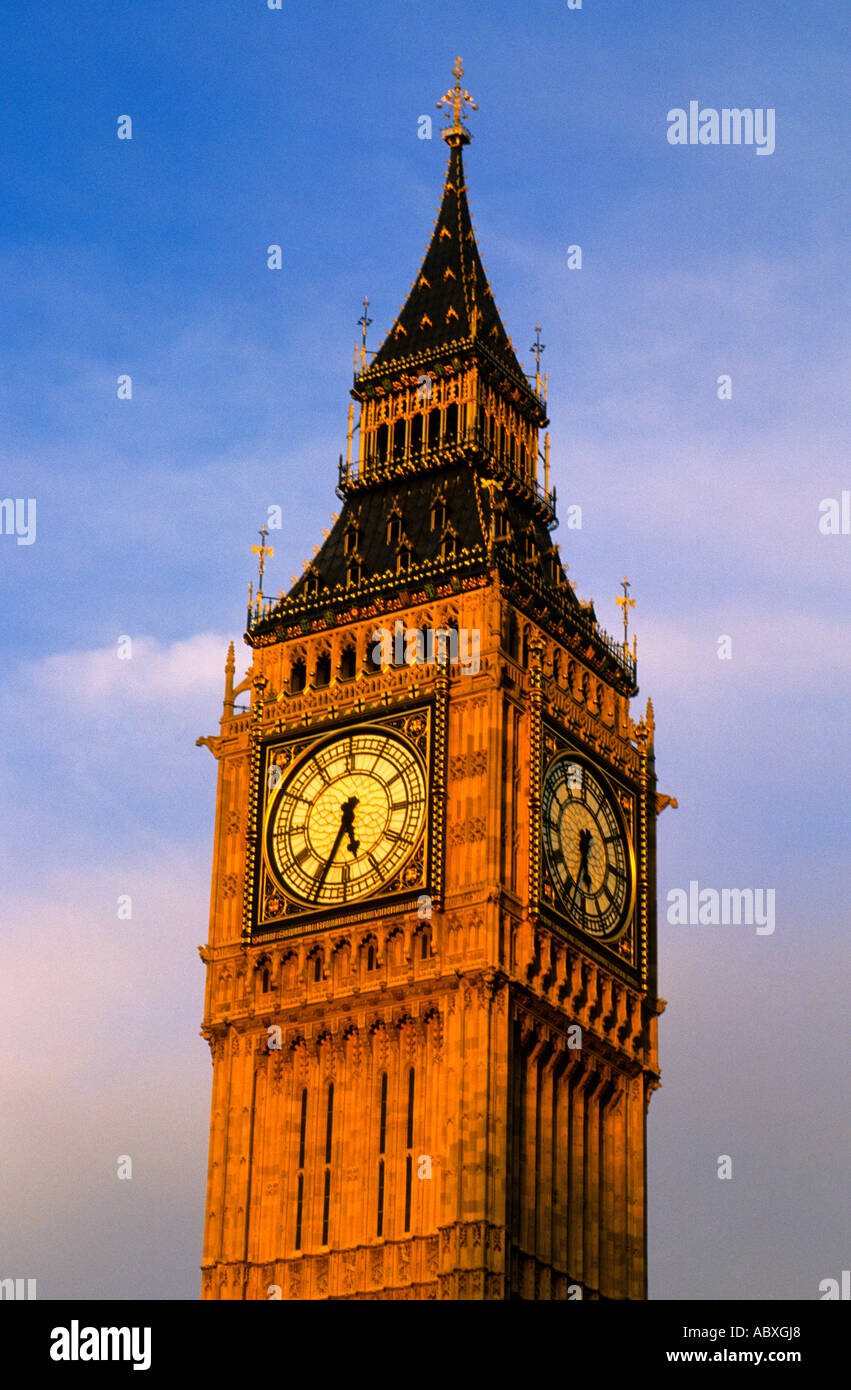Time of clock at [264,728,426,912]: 5:34
